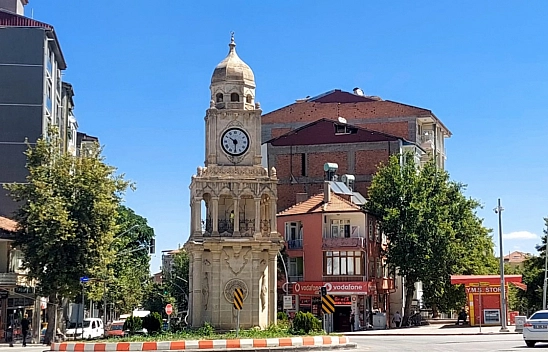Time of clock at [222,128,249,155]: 10:29
